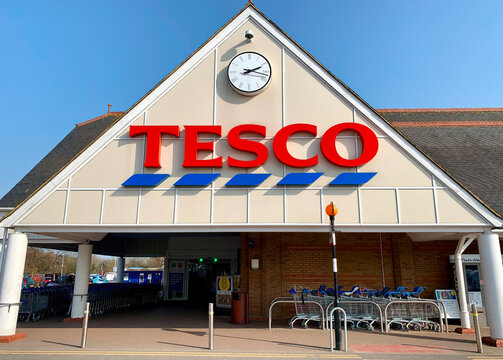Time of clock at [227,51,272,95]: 2:17
